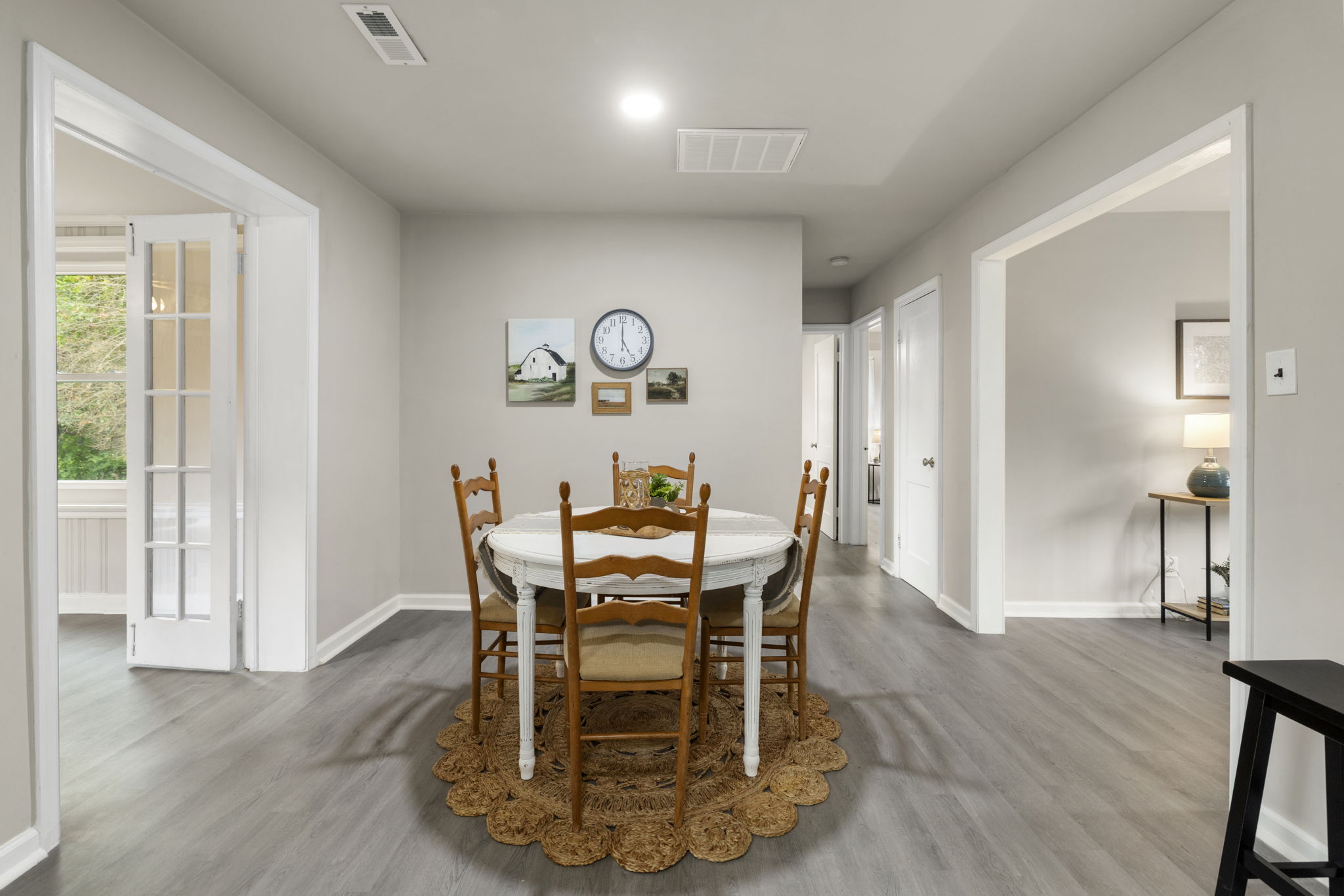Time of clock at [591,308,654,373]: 5:00
